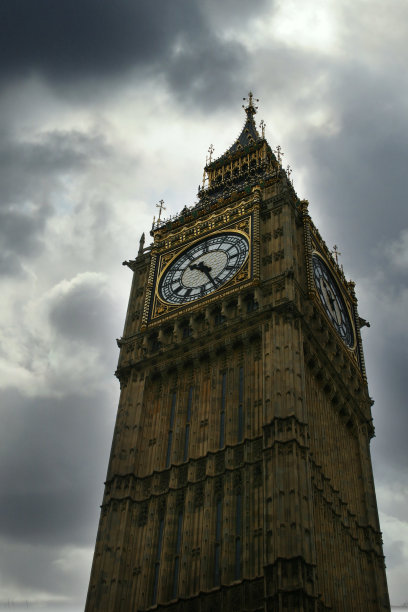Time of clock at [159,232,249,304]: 10:26
